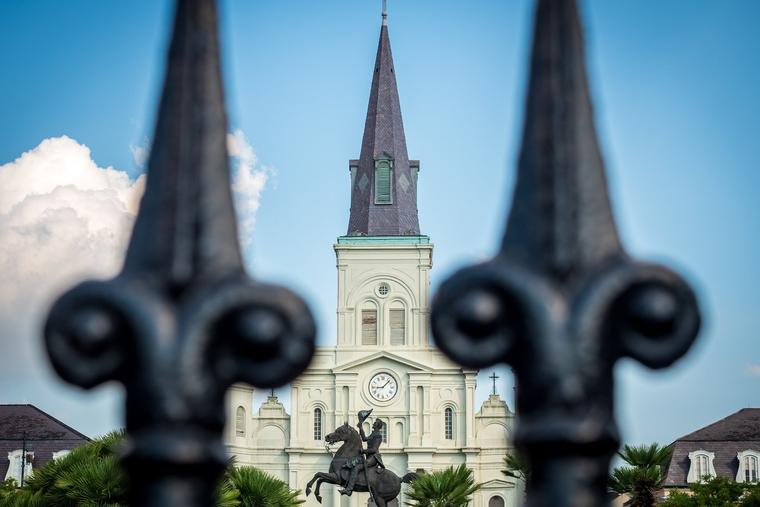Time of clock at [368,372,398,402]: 9:07
